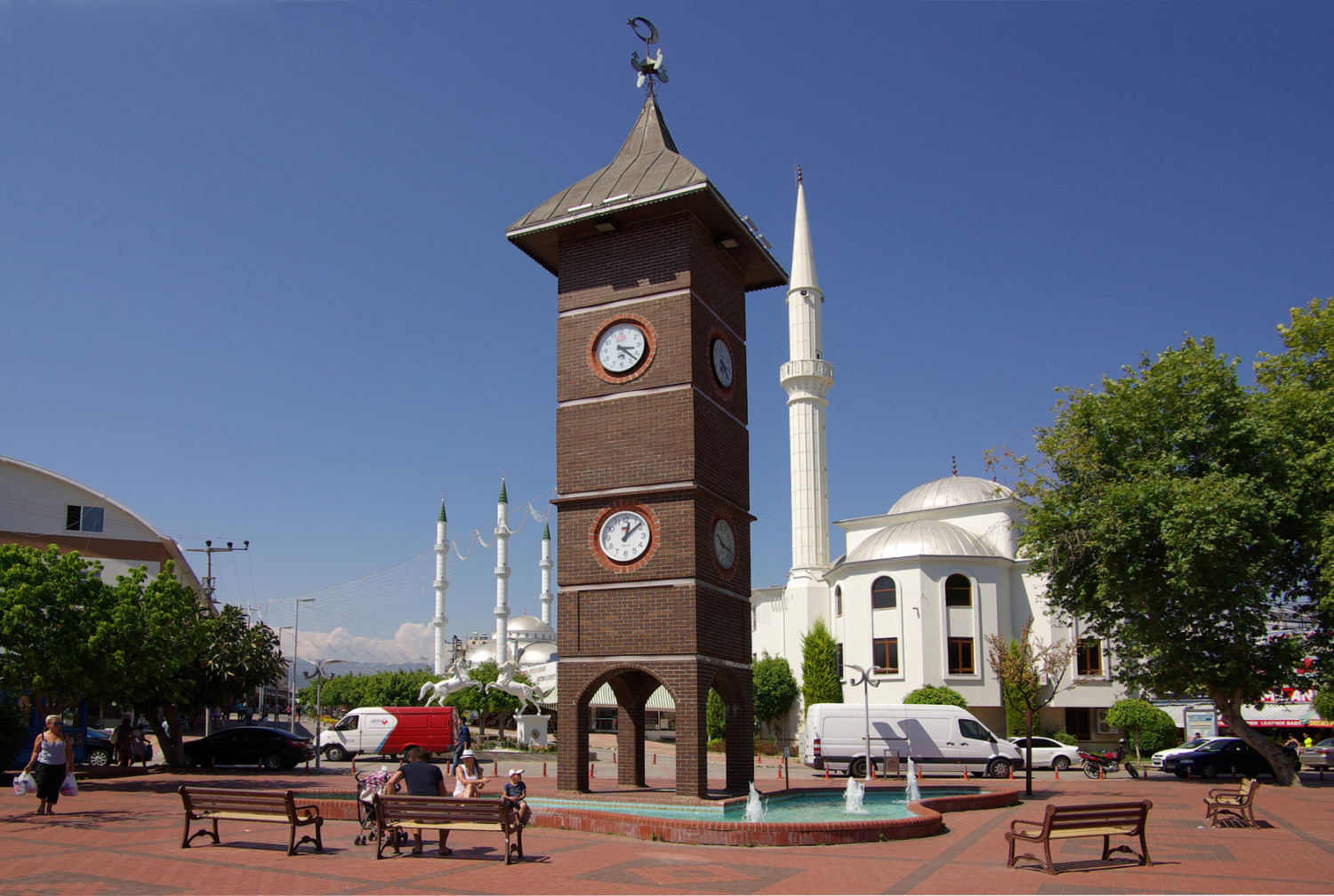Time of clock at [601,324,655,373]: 3:22
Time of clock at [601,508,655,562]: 12:08
